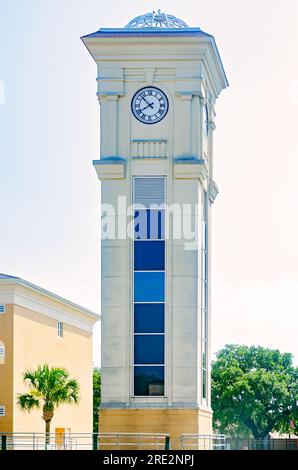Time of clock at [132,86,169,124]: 7:52
